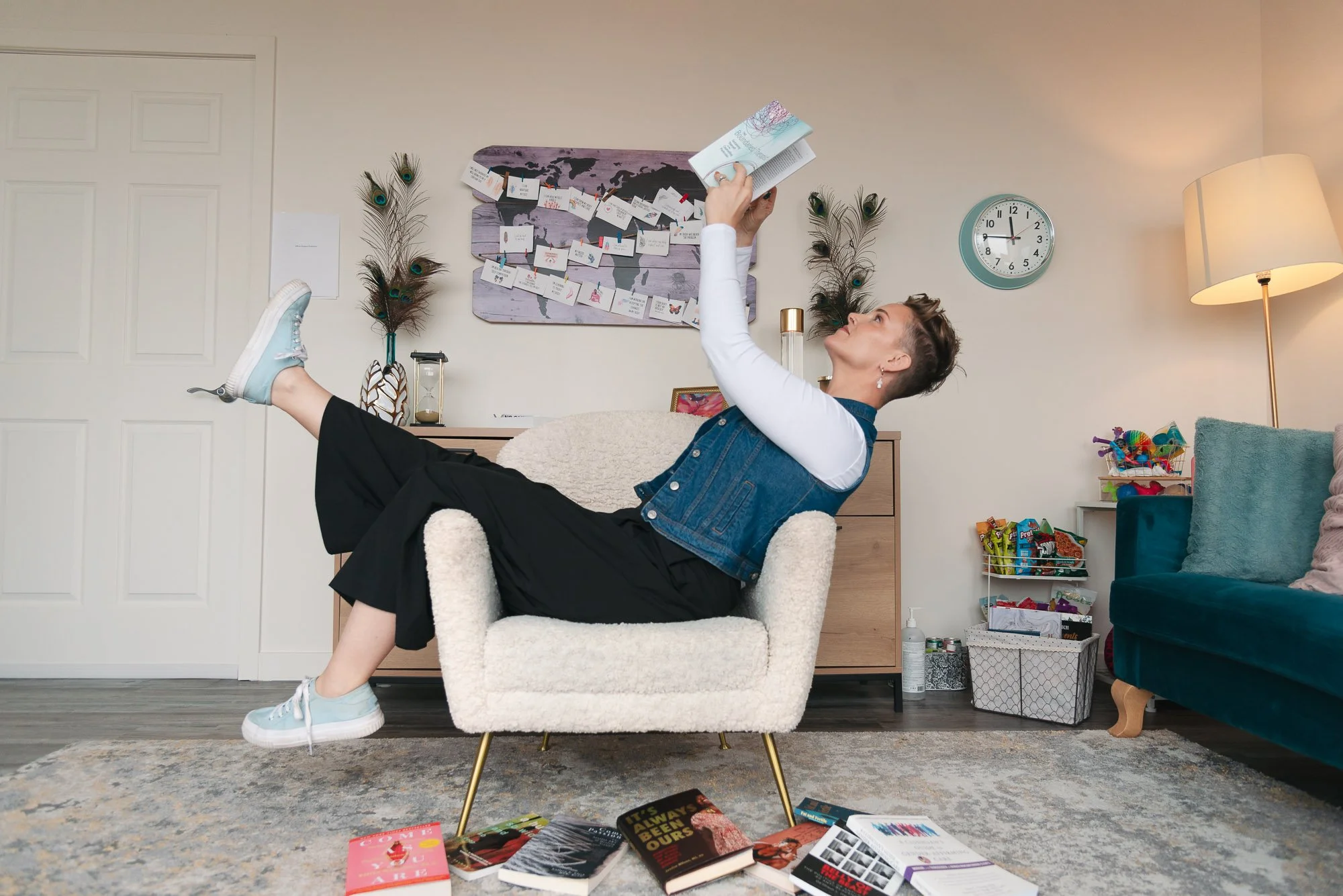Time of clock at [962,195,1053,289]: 11:45
